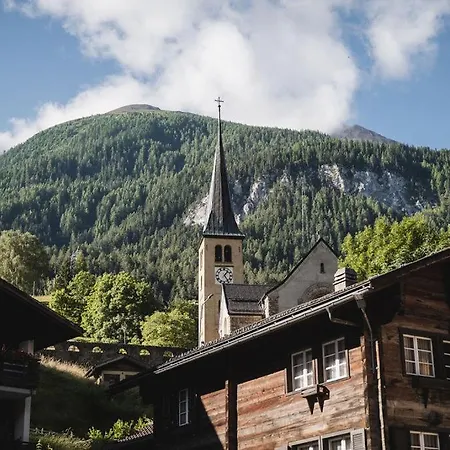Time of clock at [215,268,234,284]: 1:24
